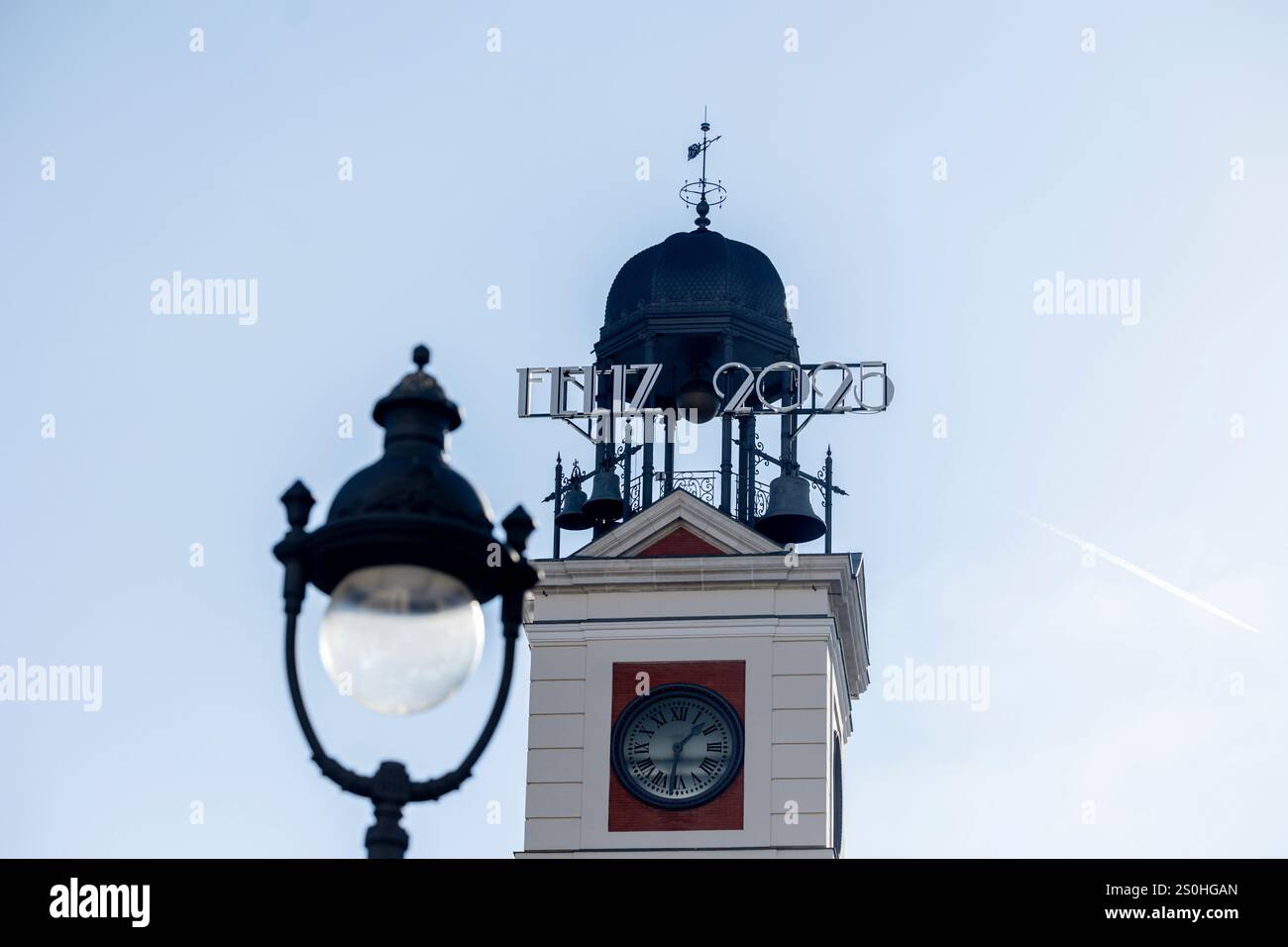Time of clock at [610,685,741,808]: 1:31
